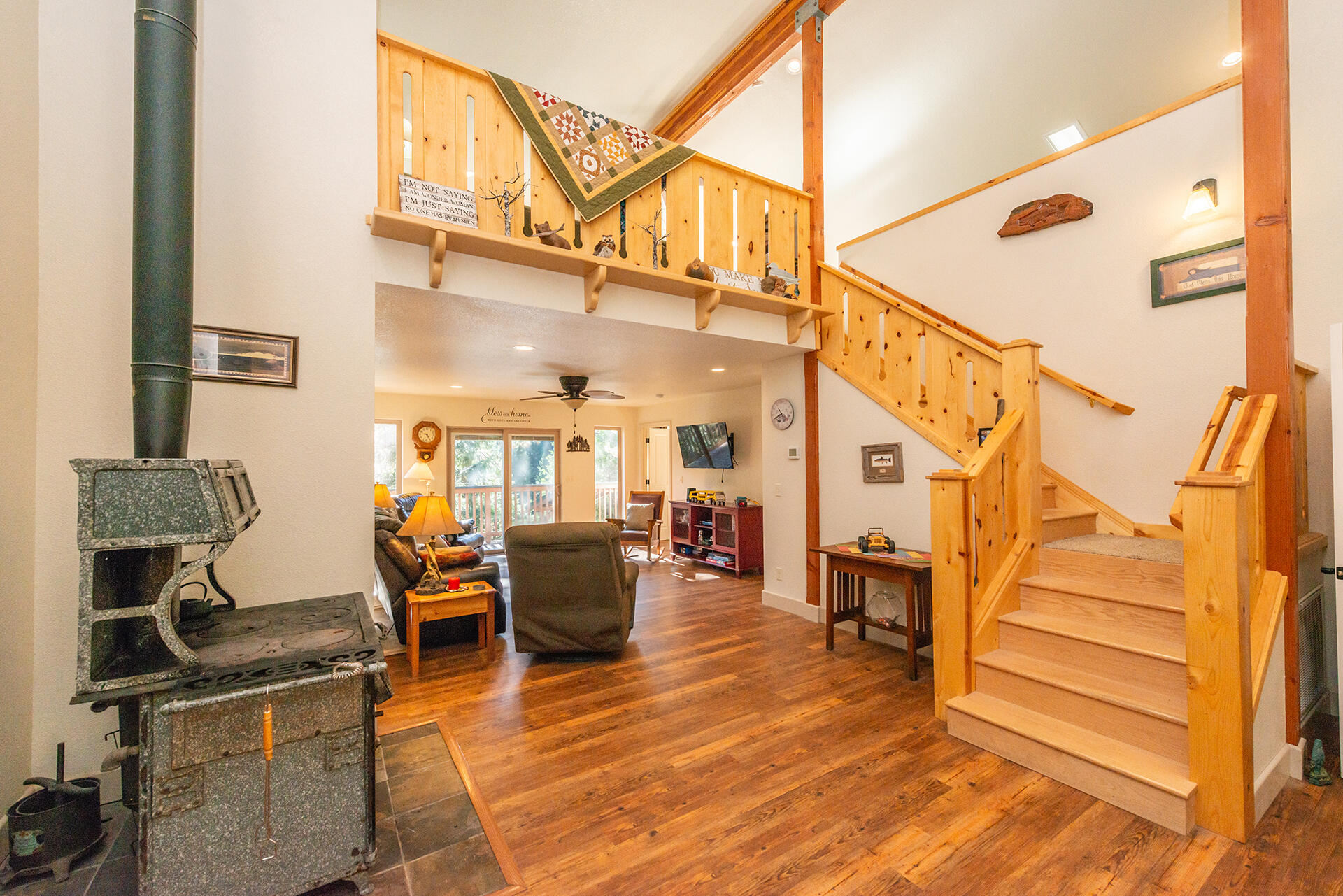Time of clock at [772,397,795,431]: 10:41
